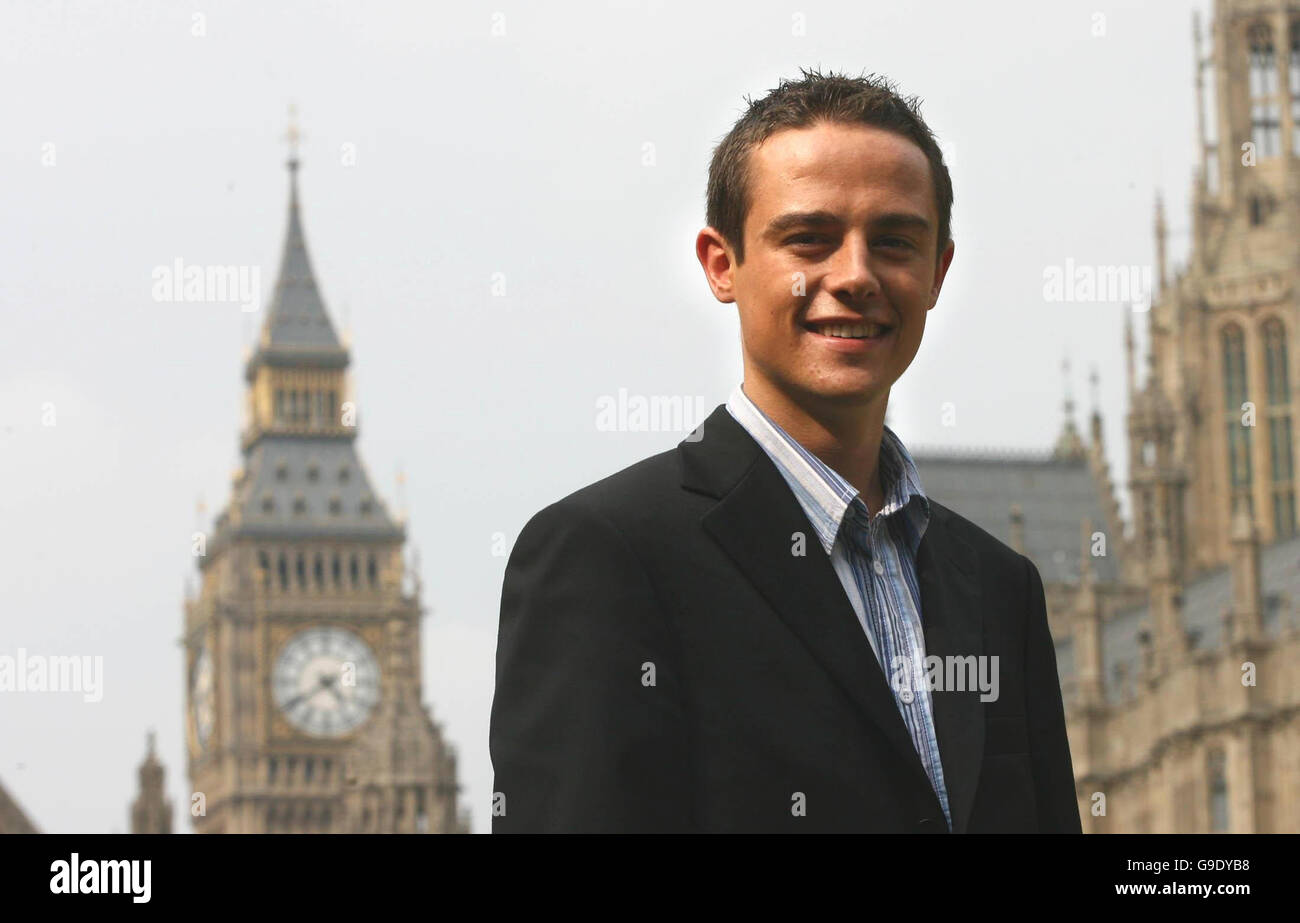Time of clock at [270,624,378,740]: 4:39
